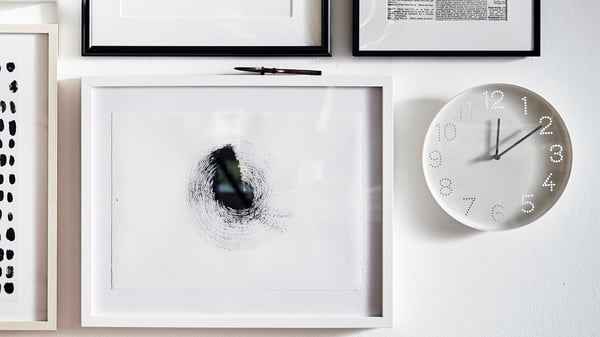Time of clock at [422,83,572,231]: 12:09
